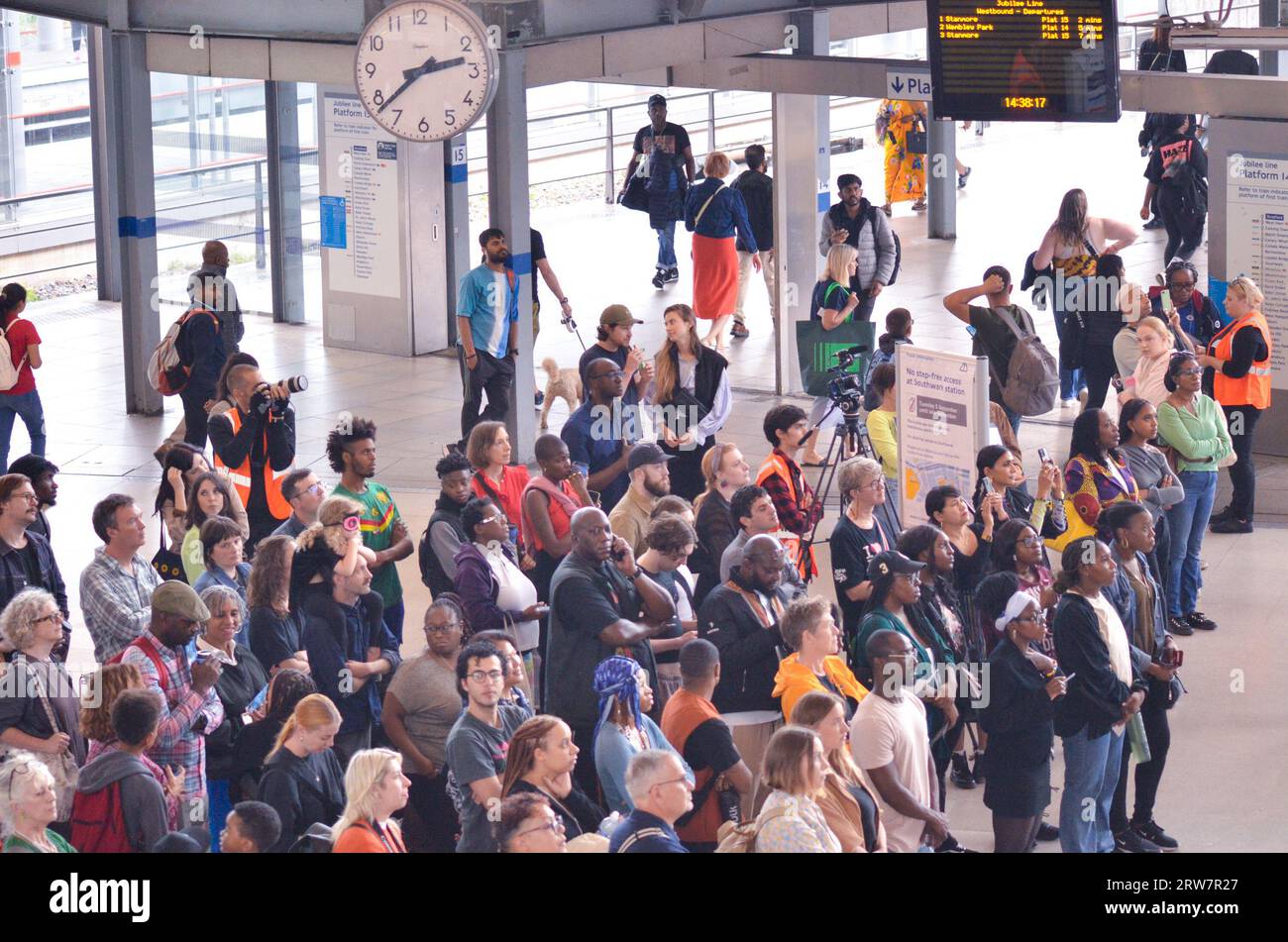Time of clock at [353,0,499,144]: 2:38
